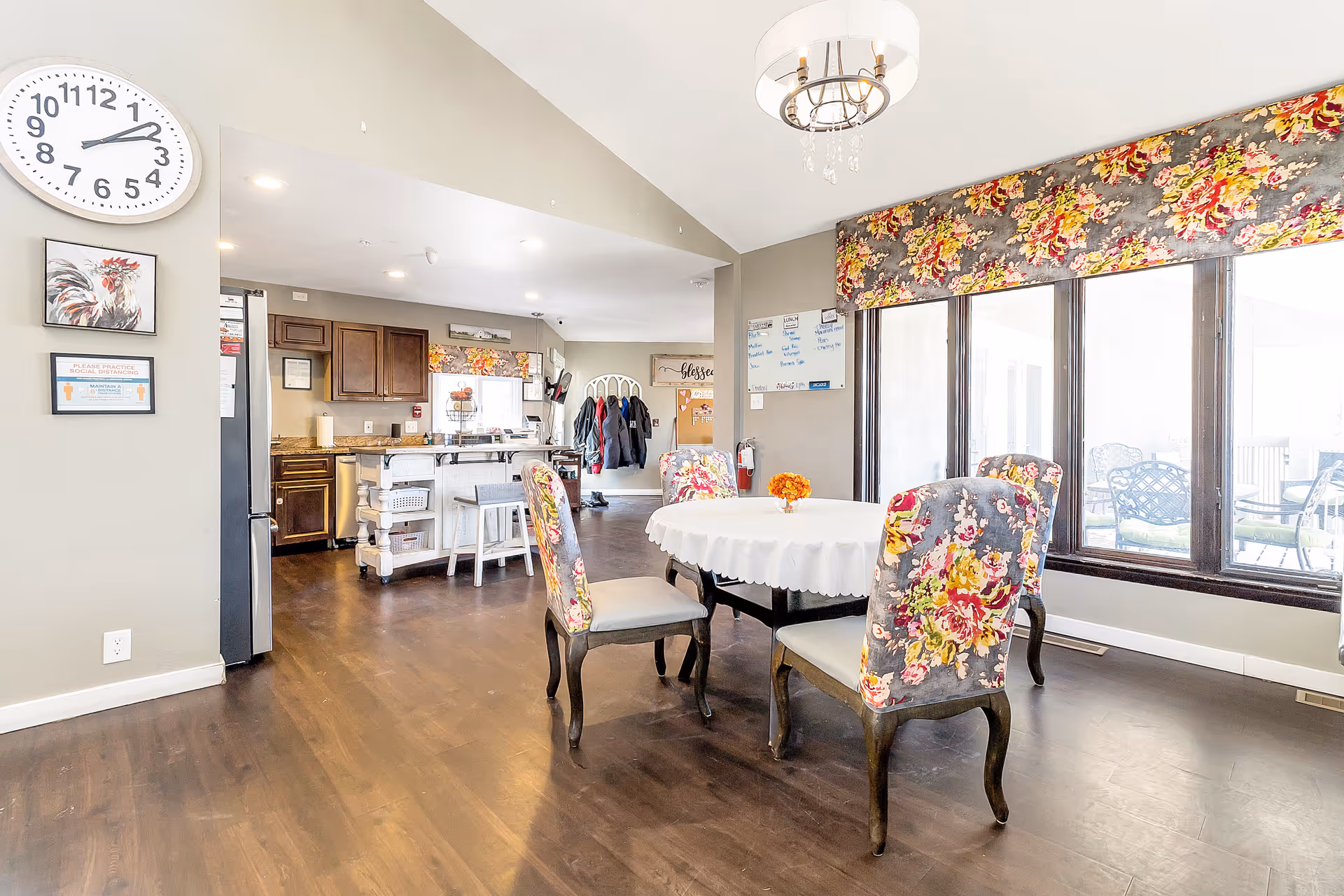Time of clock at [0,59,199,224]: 2:08
